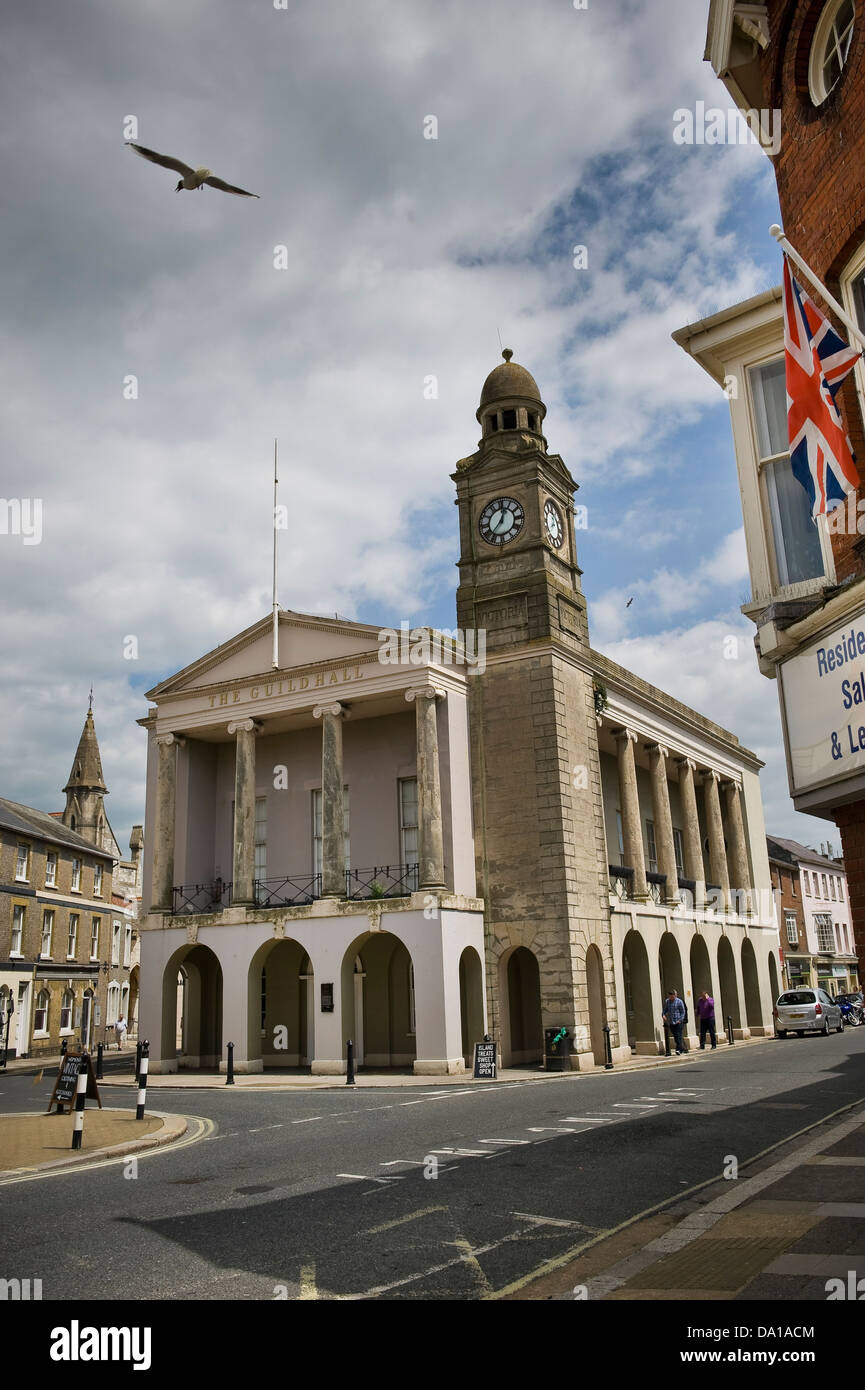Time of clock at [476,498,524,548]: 12:36
